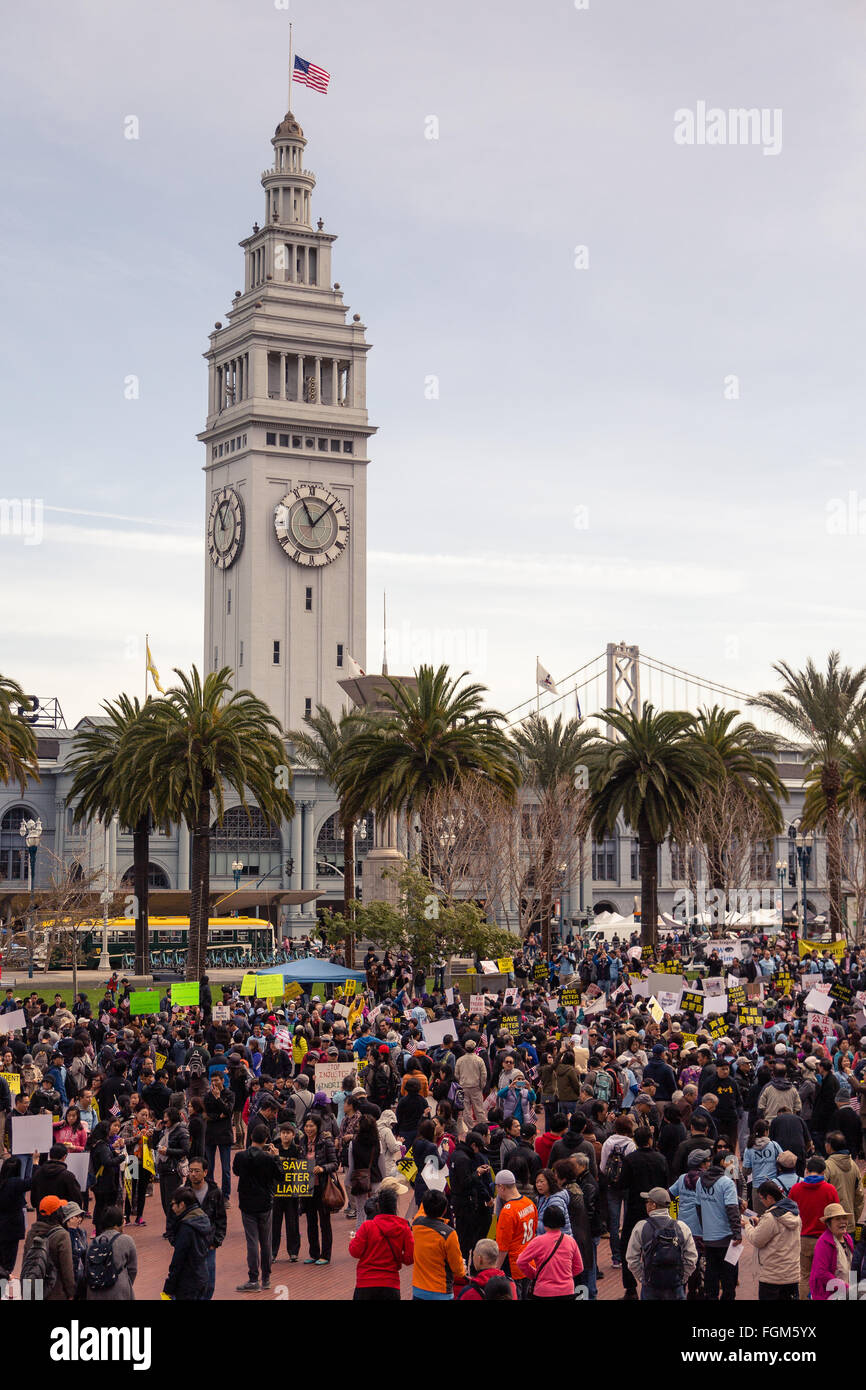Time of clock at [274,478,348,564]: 11:07
